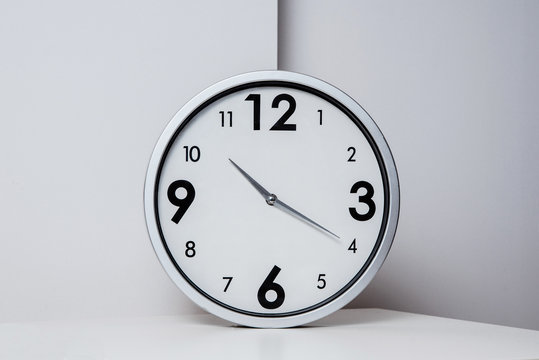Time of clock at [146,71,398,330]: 10:19
